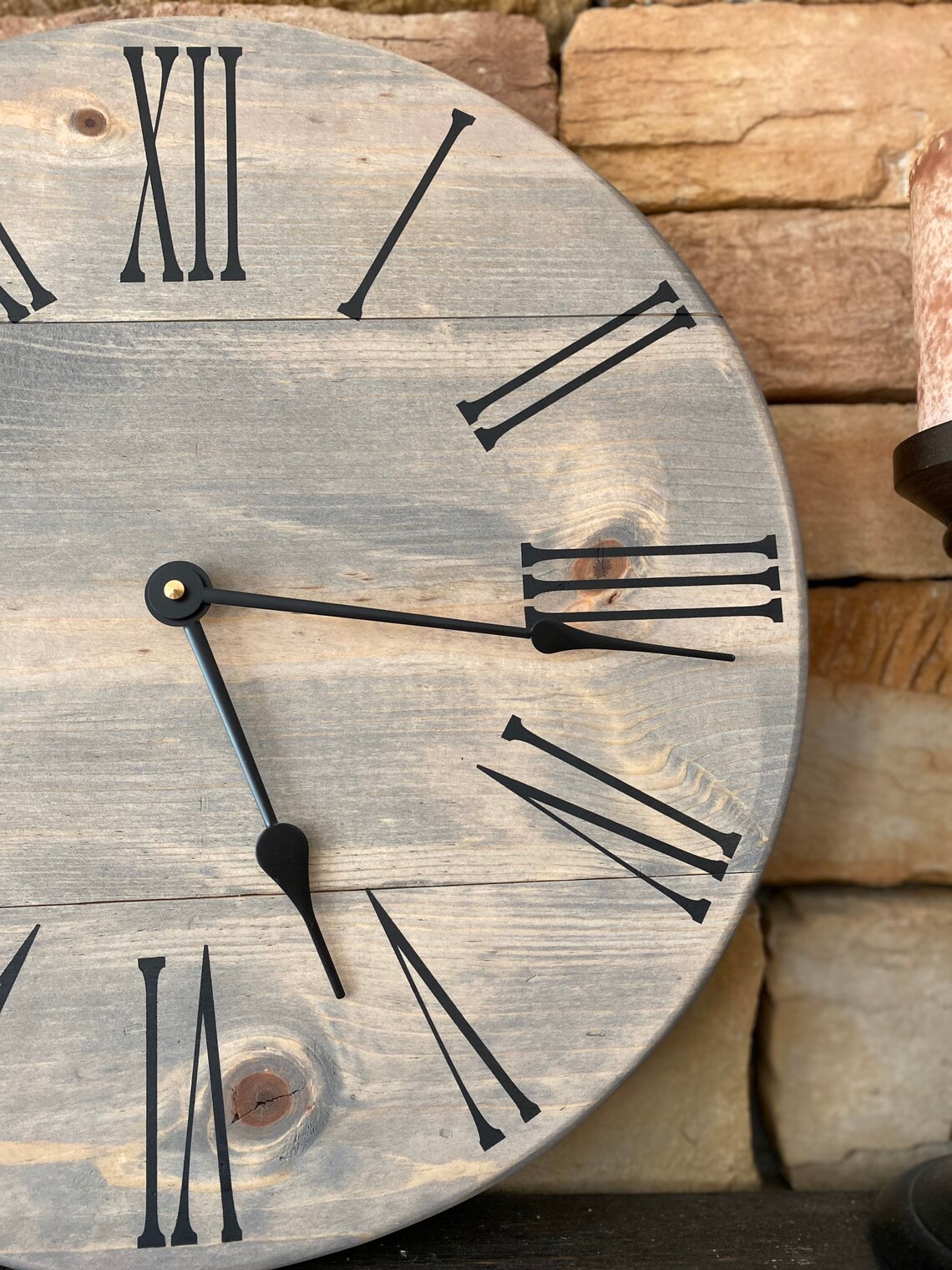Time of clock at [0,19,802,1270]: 5:15
